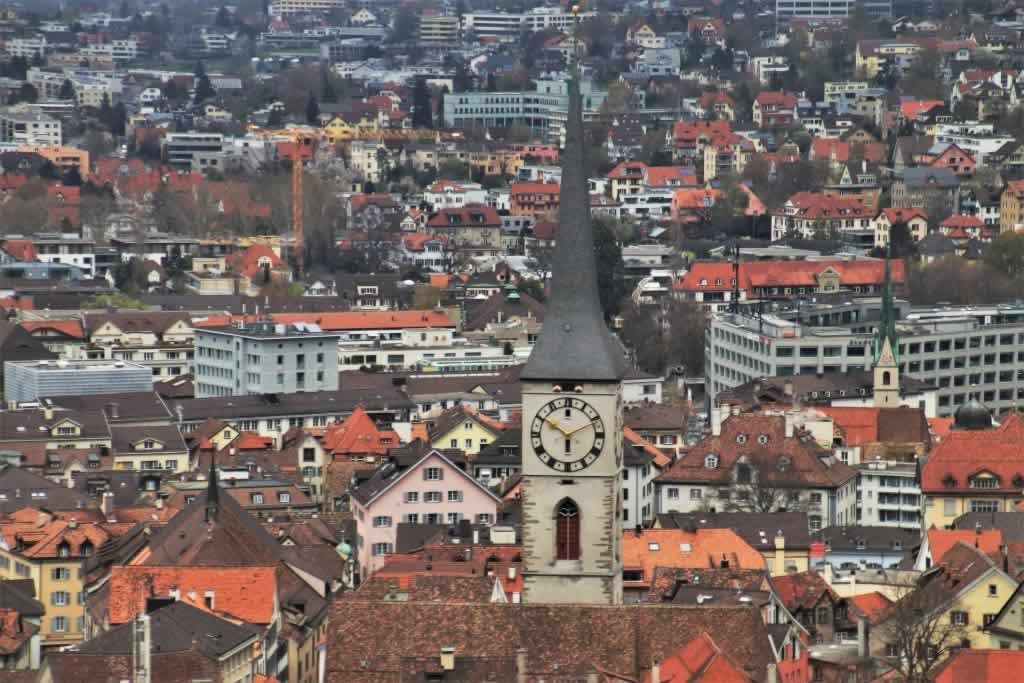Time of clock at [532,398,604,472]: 5:50
